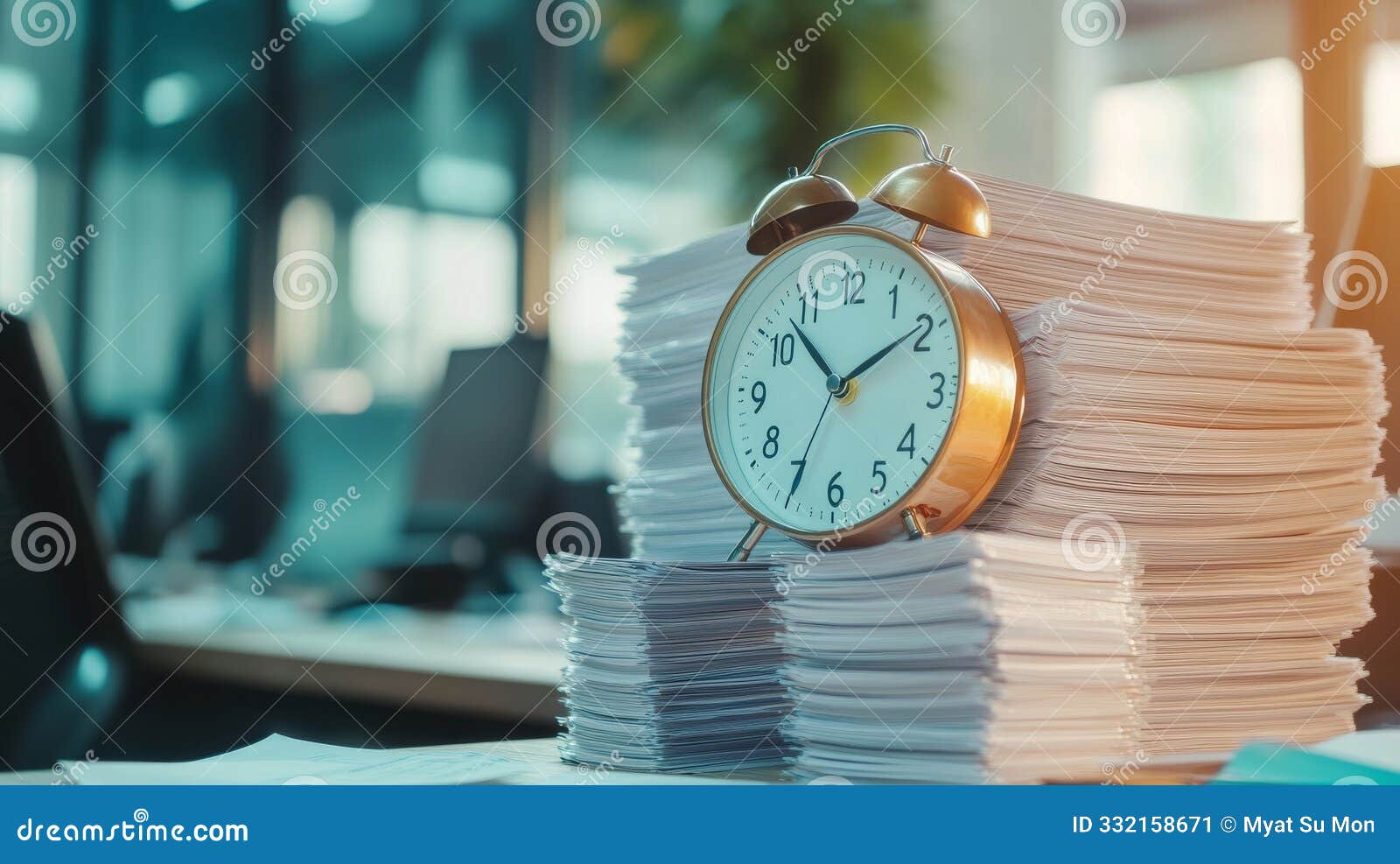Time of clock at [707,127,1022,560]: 1:52
